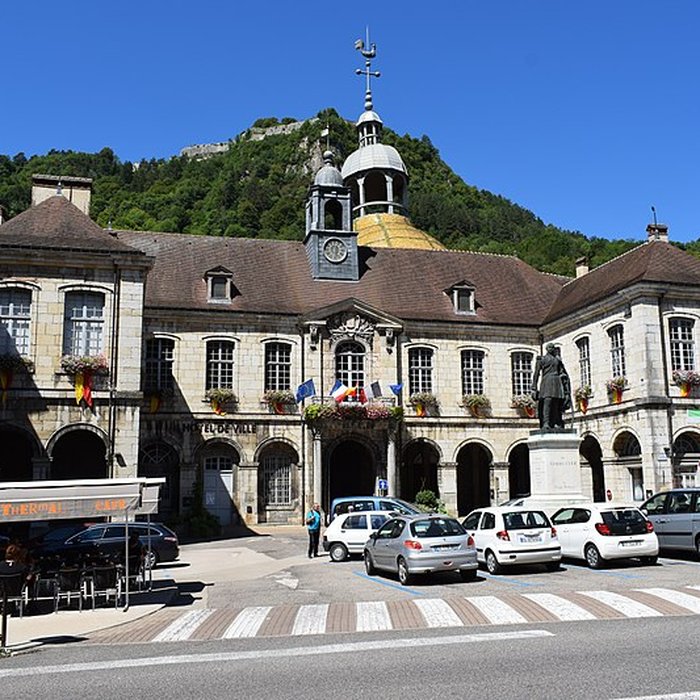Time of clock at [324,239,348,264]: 12:28
